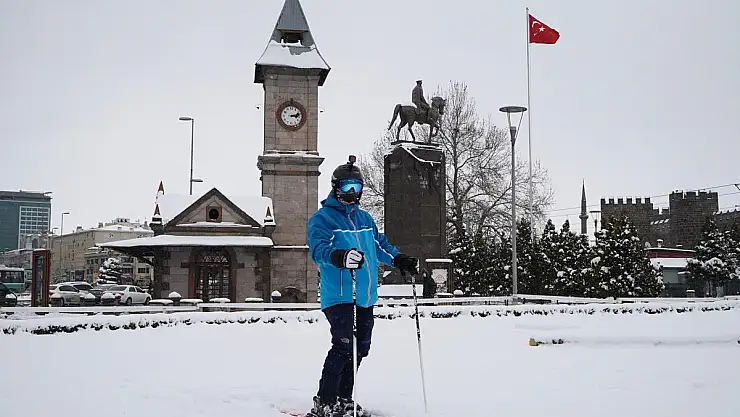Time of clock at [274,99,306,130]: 3:12
